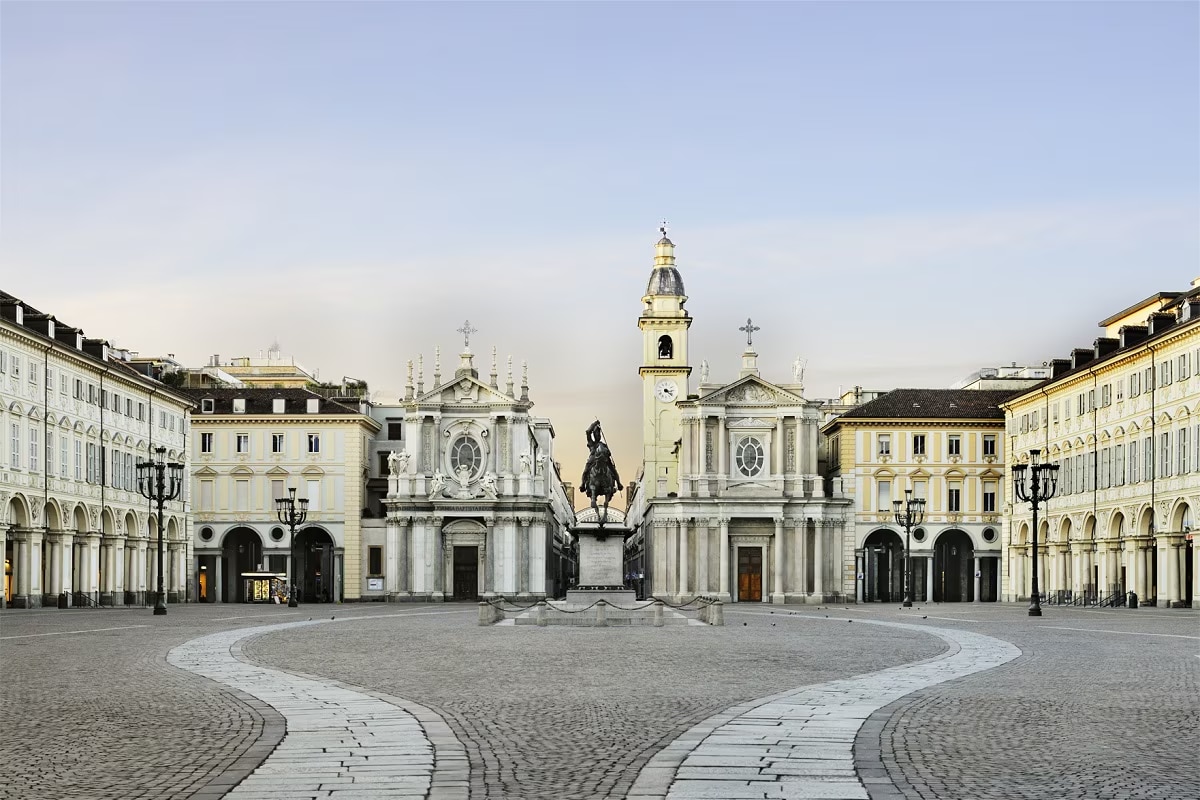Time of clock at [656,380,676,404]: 3:21
